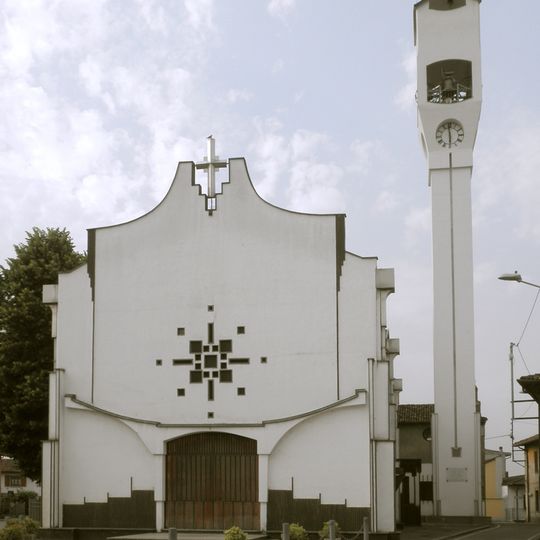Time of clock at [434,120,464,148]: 5:59
